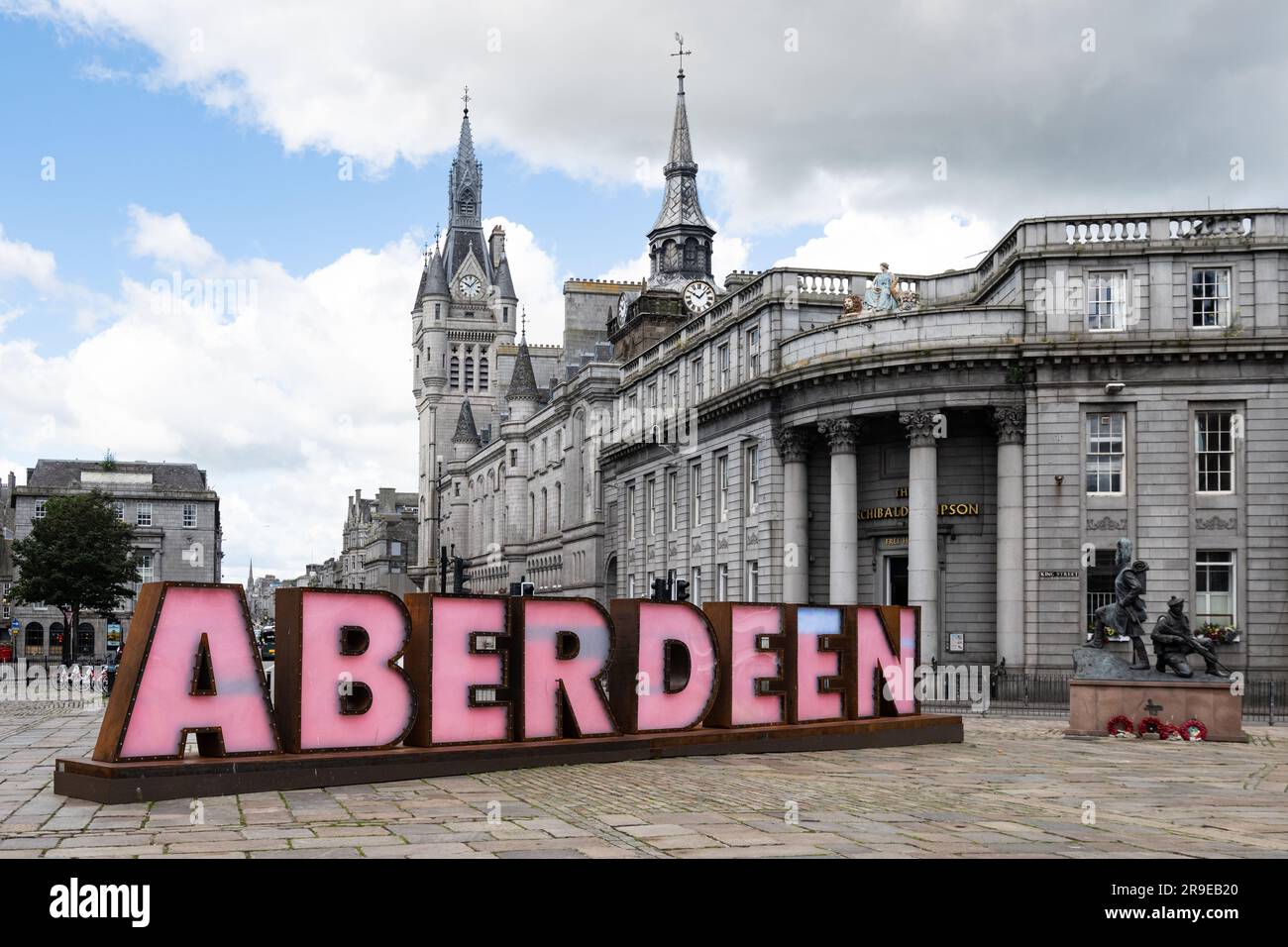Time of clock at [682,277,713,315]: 10:07
